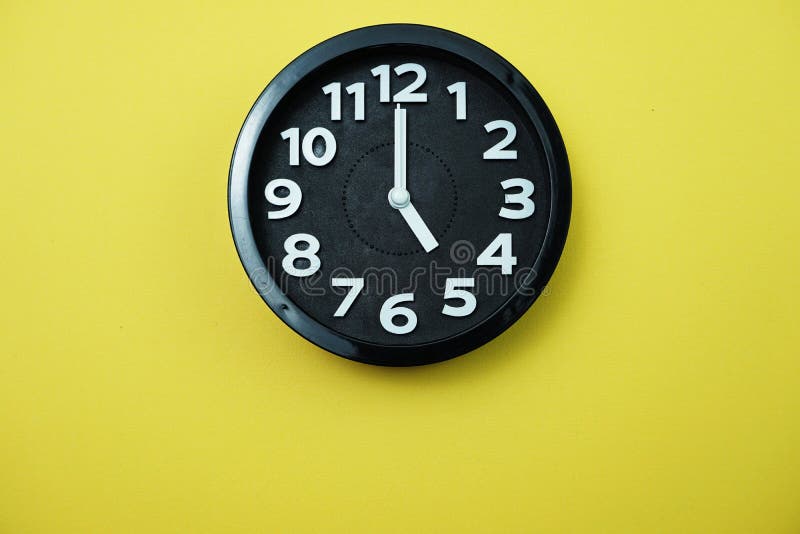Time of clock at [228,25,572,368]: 5:00
